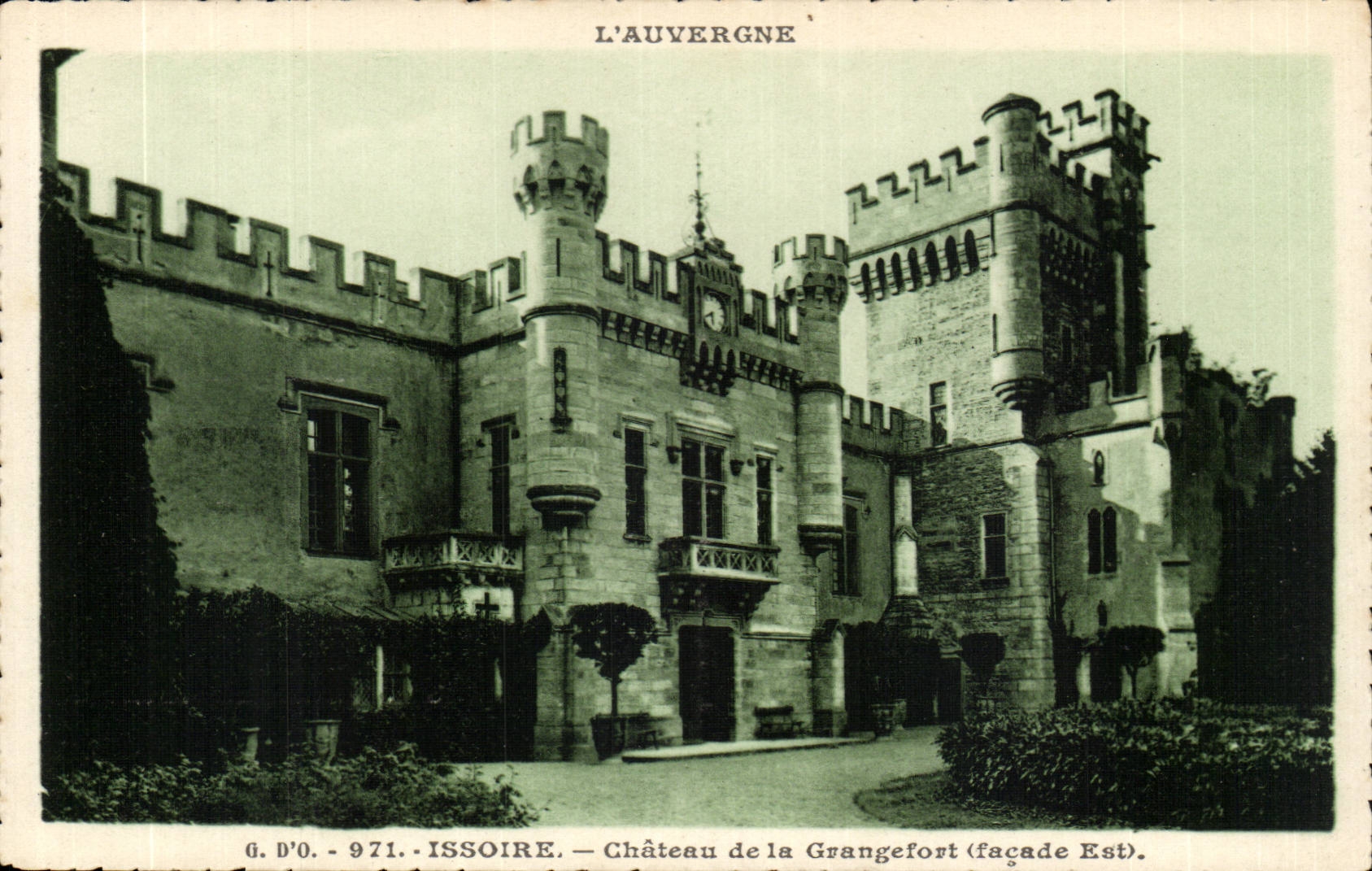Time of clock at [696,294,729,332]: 5:40
